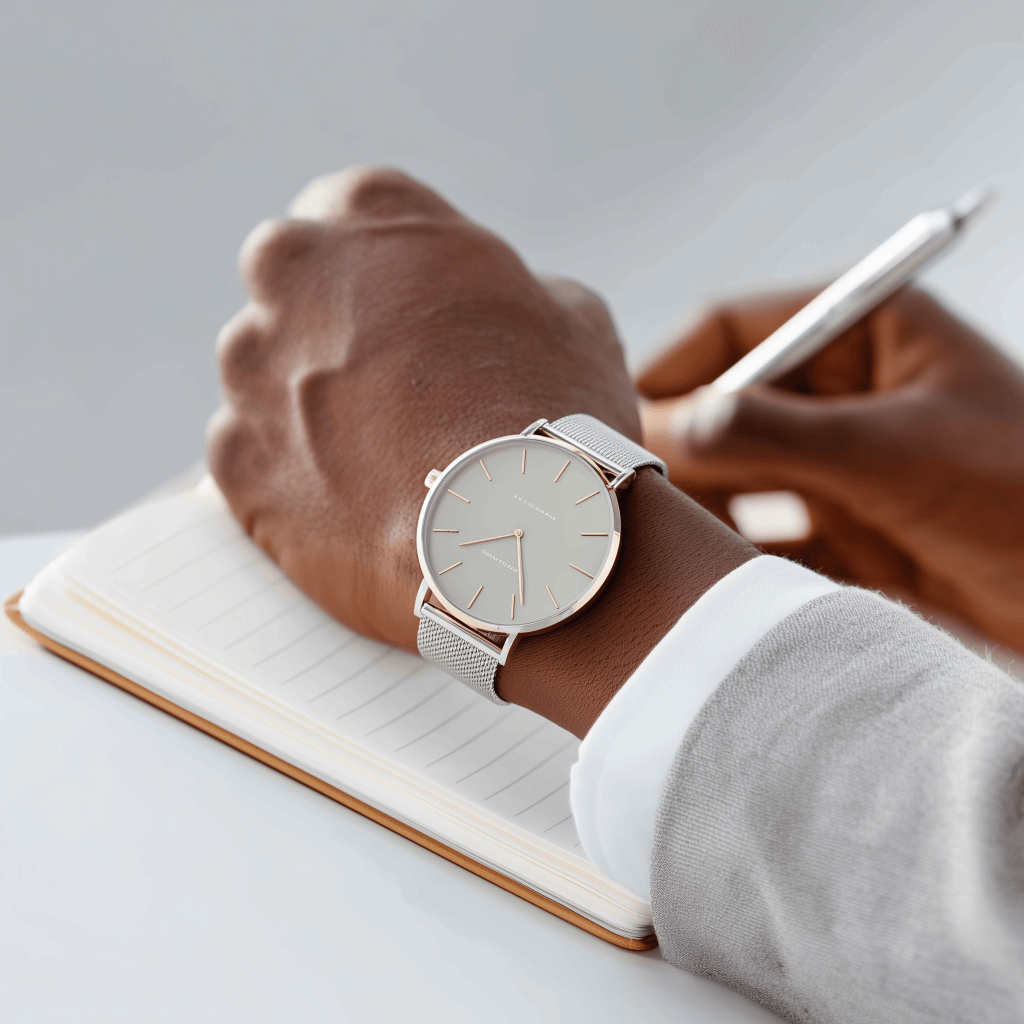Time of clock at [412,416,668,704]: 8:28
